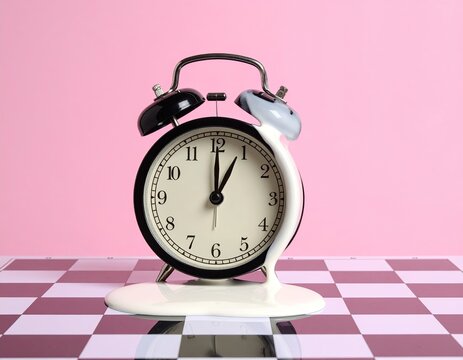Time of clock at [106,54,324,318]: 1:00
